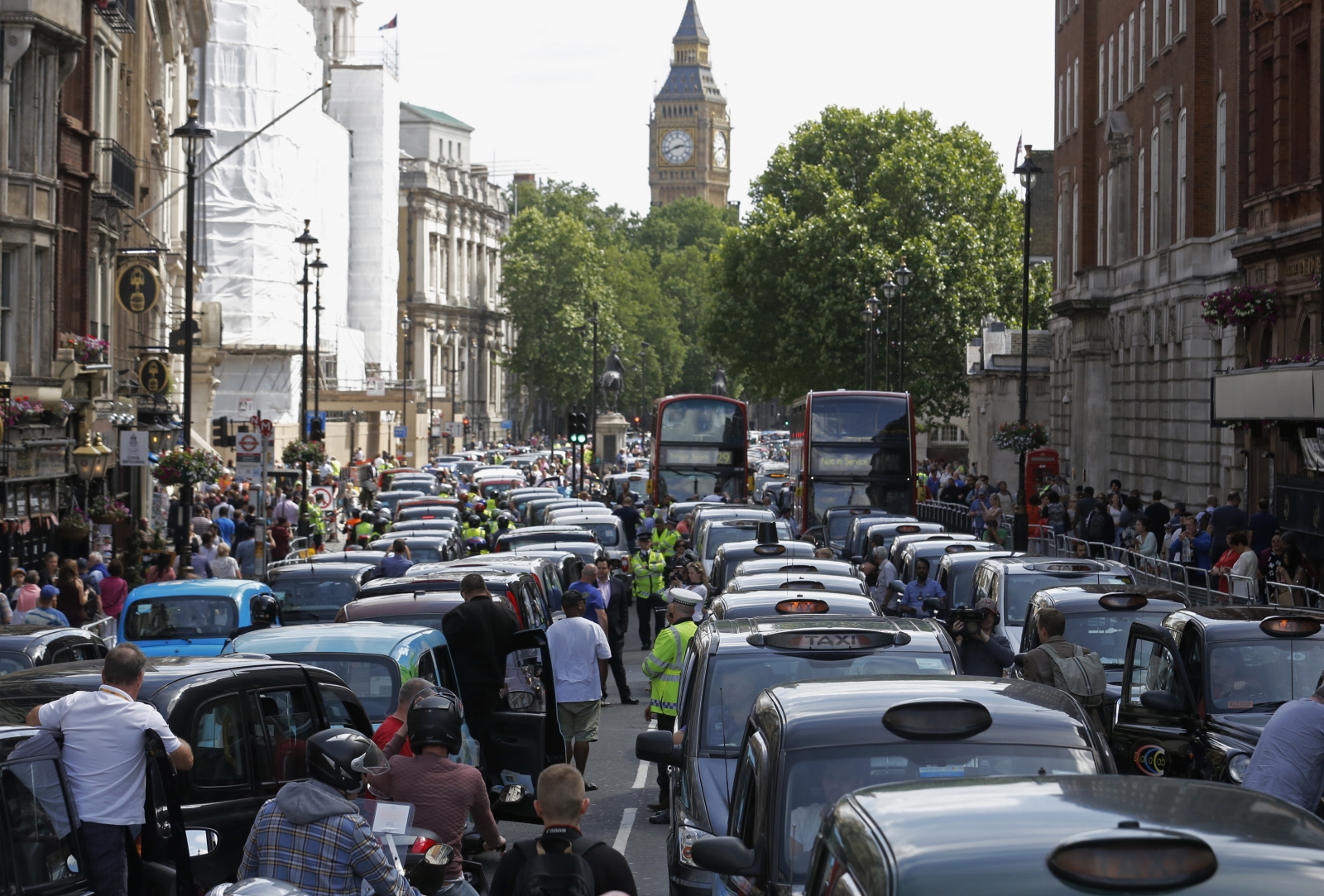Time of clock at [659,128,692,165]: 2:41
